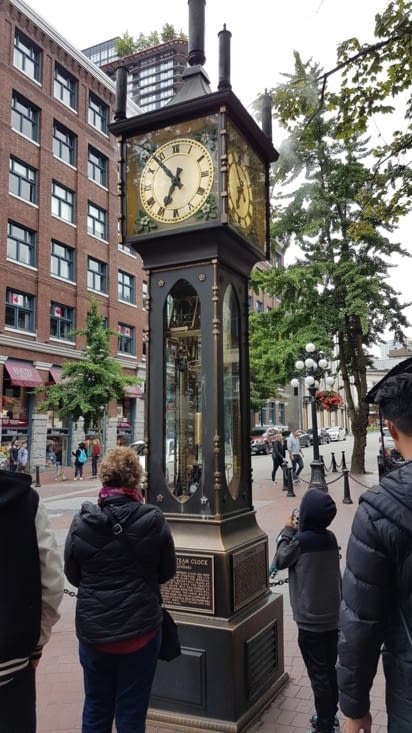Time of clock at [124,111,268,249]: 6:53
